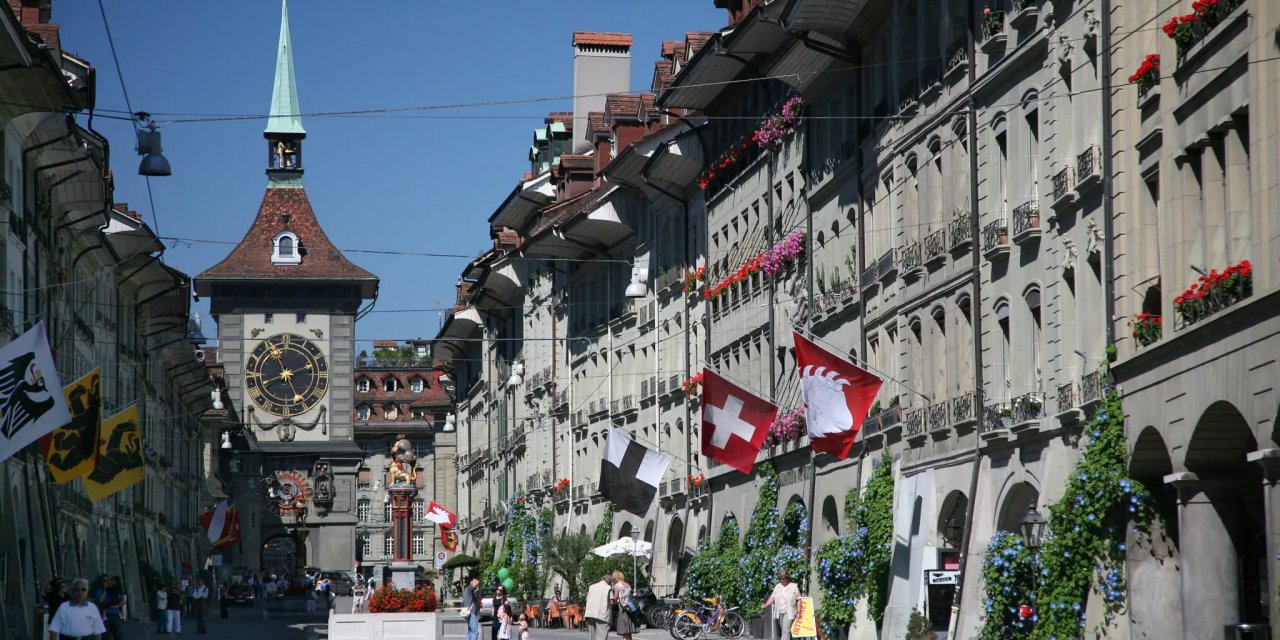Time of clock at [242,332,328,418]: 11:25
